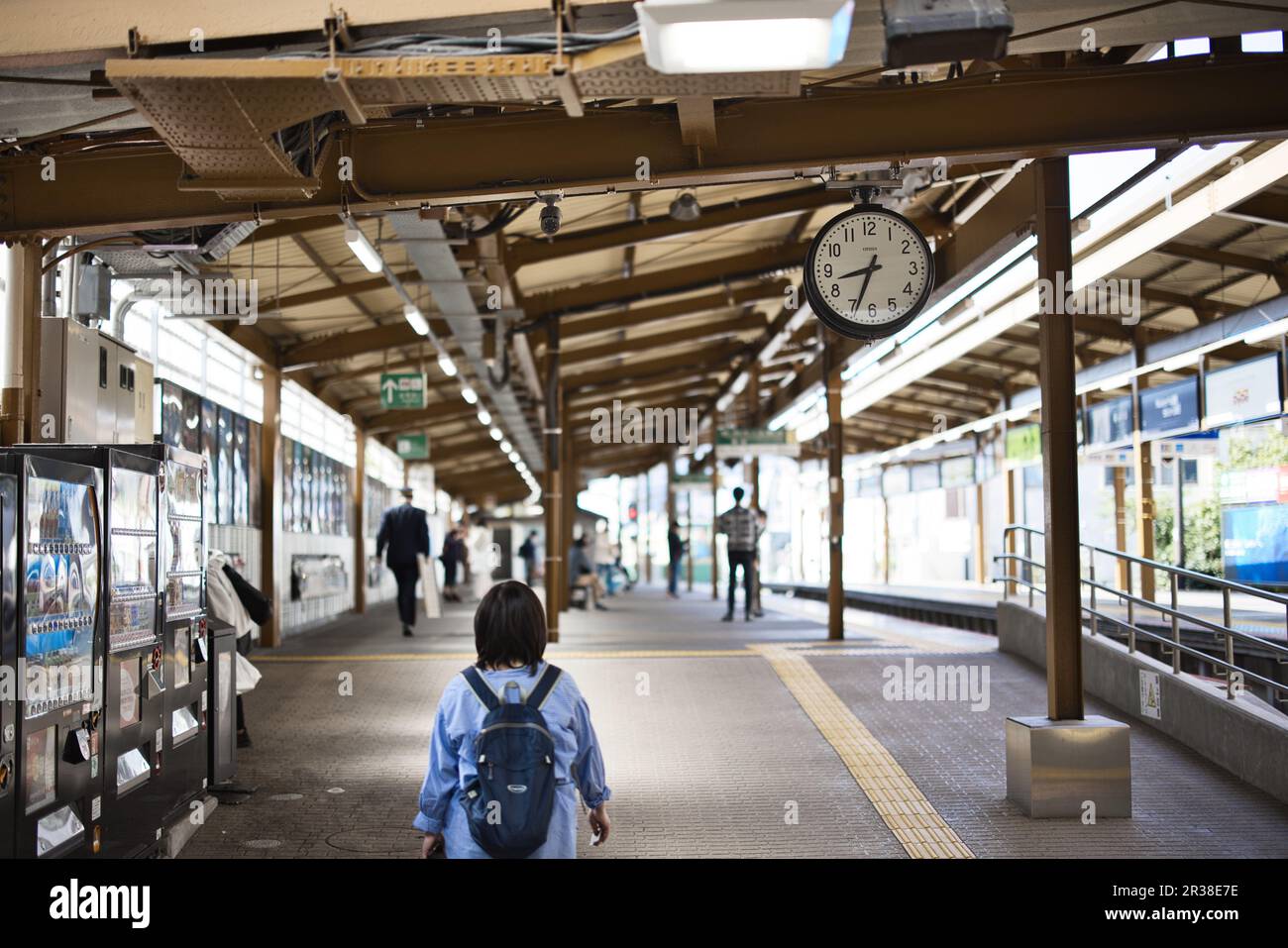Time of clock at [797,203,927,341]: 8:33
